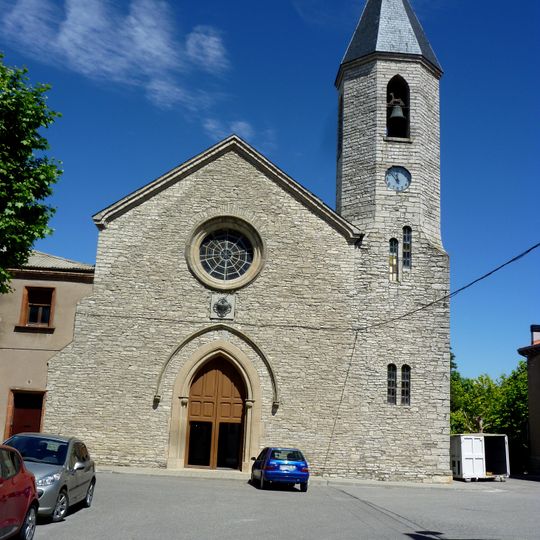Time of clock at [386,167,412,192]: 11:52
